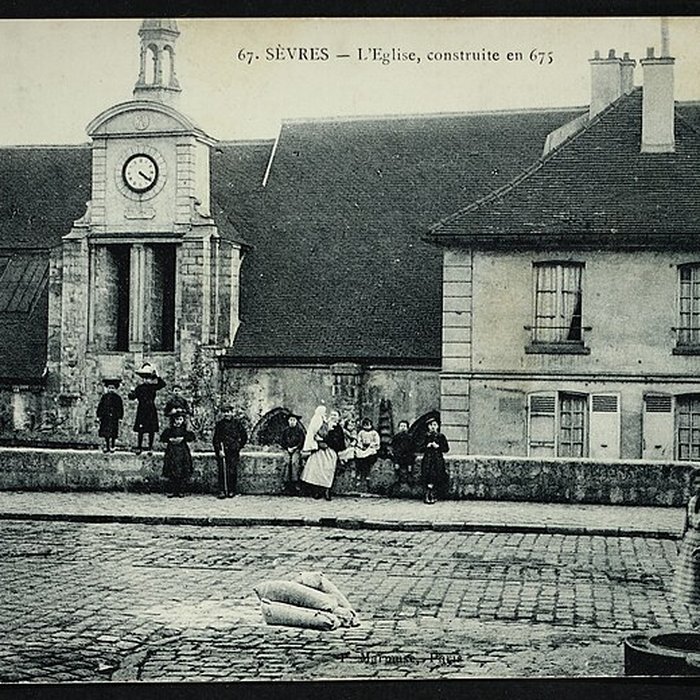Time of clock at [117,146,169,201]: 4:20
